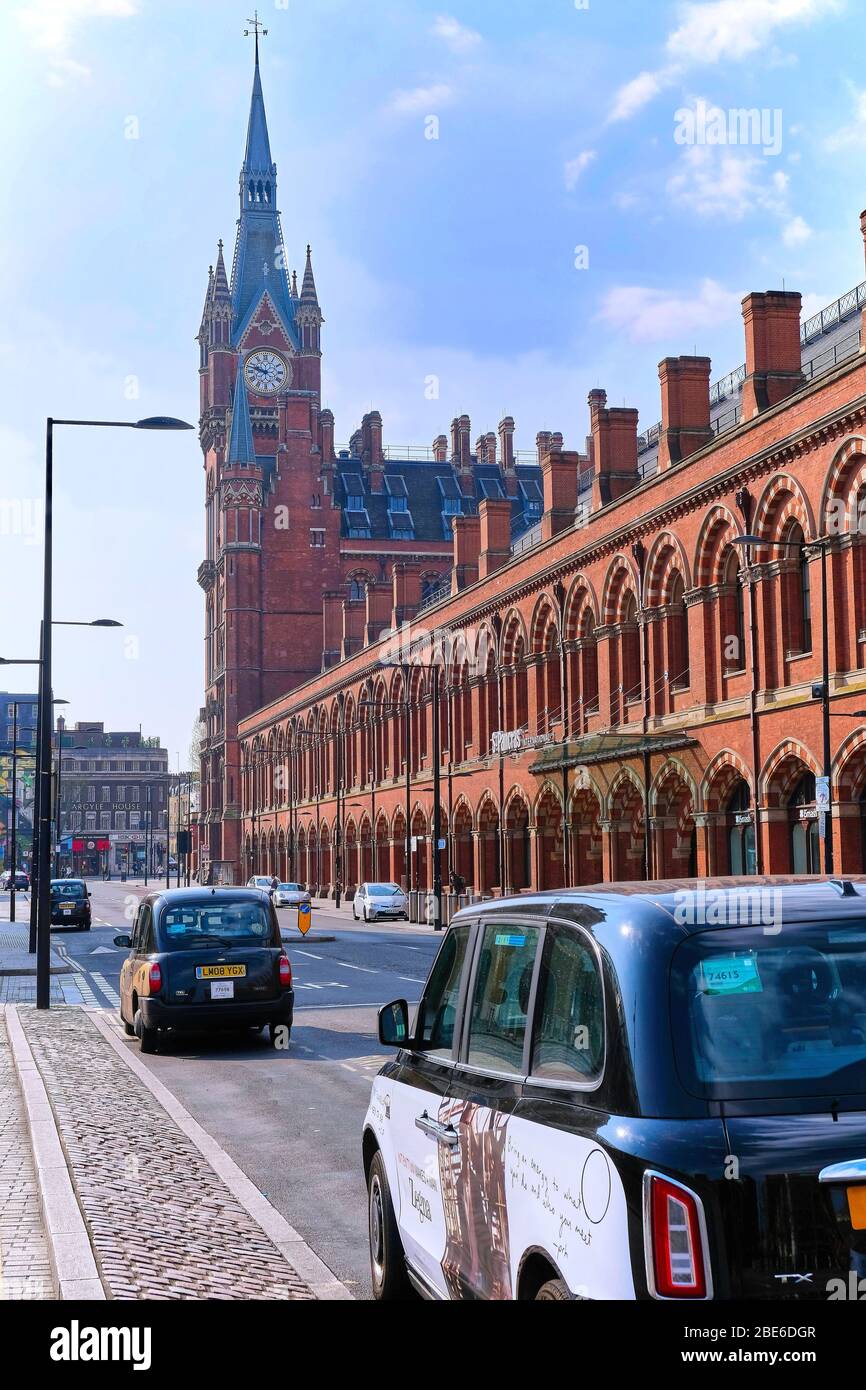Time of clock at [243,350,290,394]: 9:47
